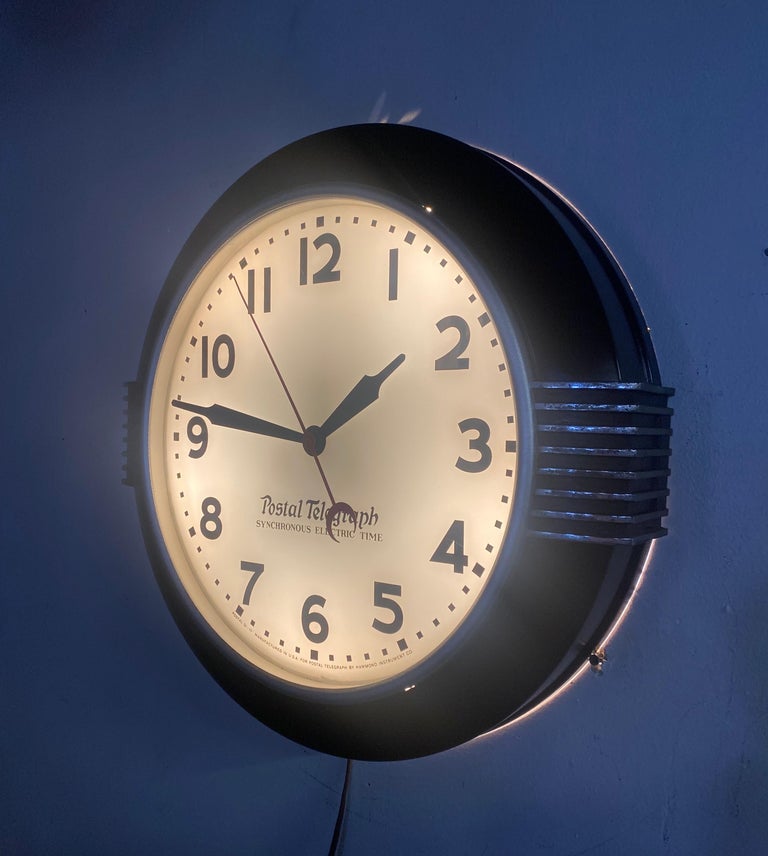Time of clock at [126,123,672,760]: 1:46
